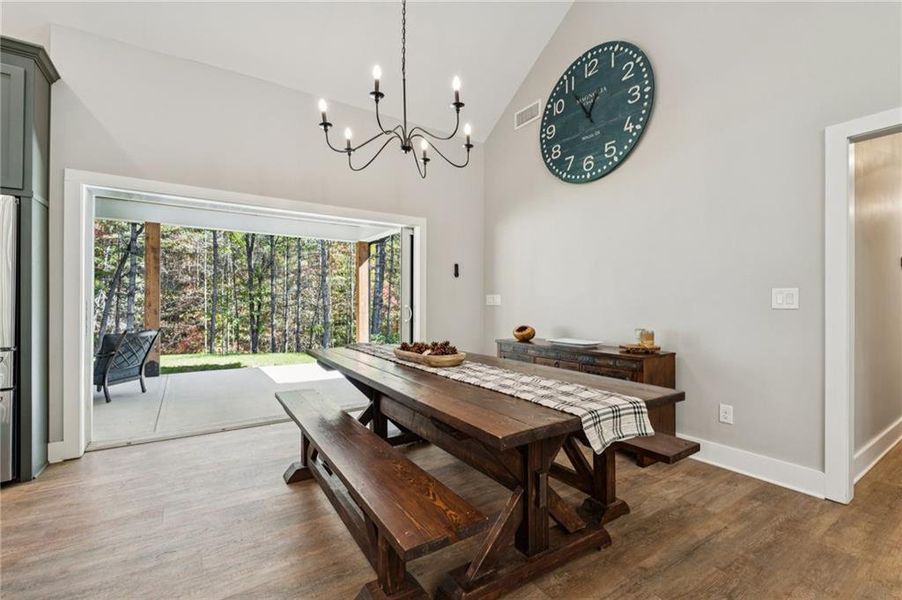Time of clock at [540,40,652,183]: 12:54
